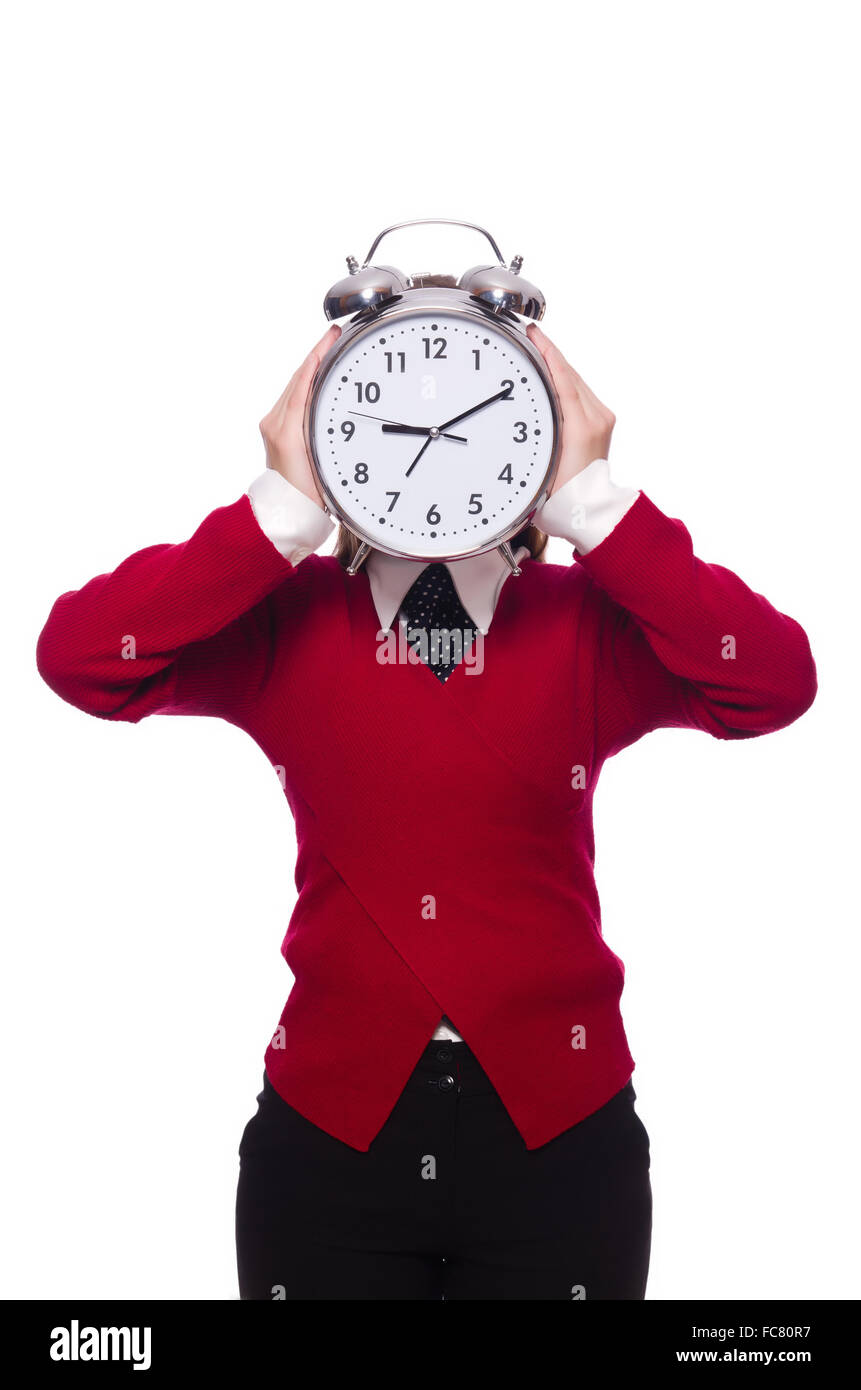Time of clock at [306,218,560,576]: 9:10
